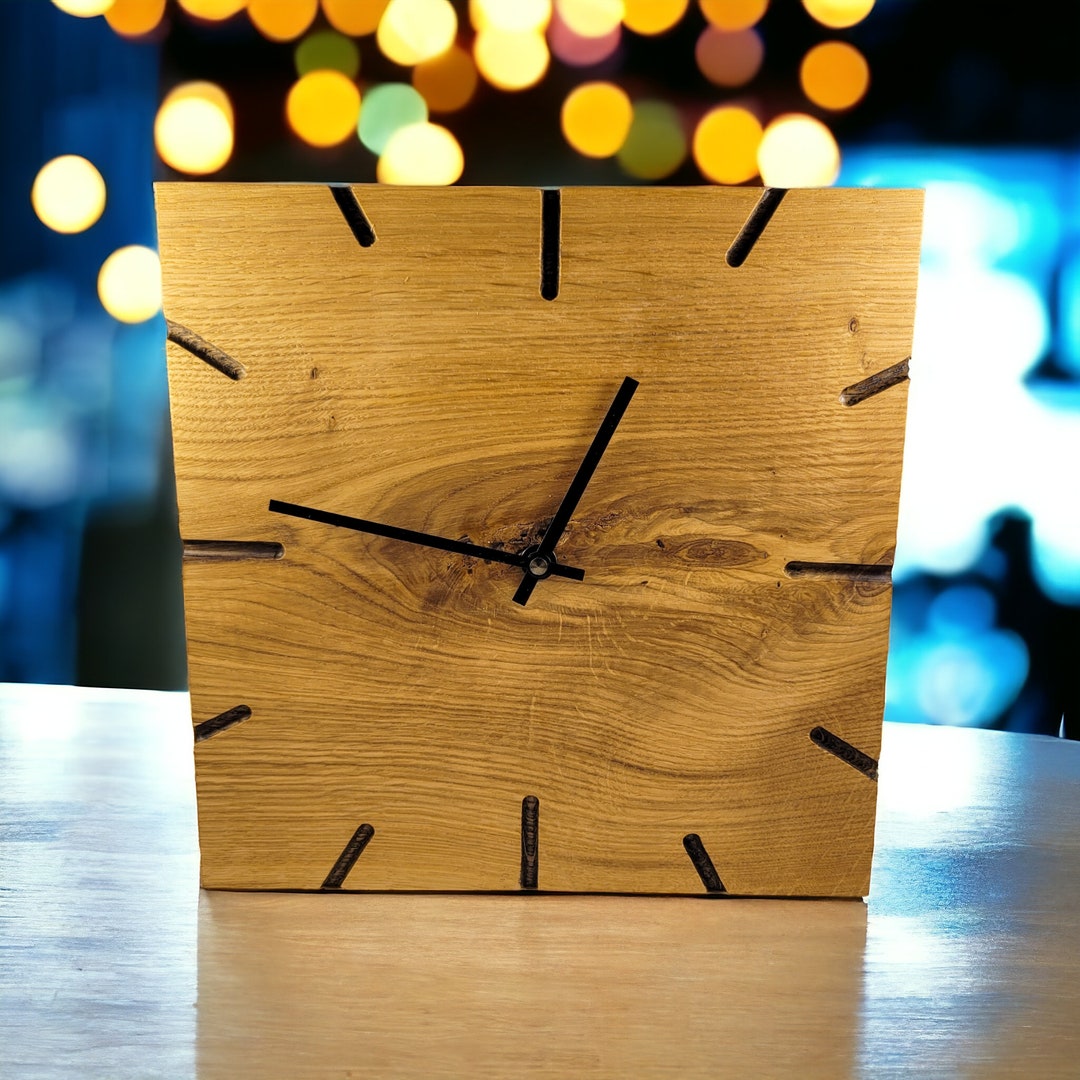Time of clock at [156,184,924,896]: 12:47
